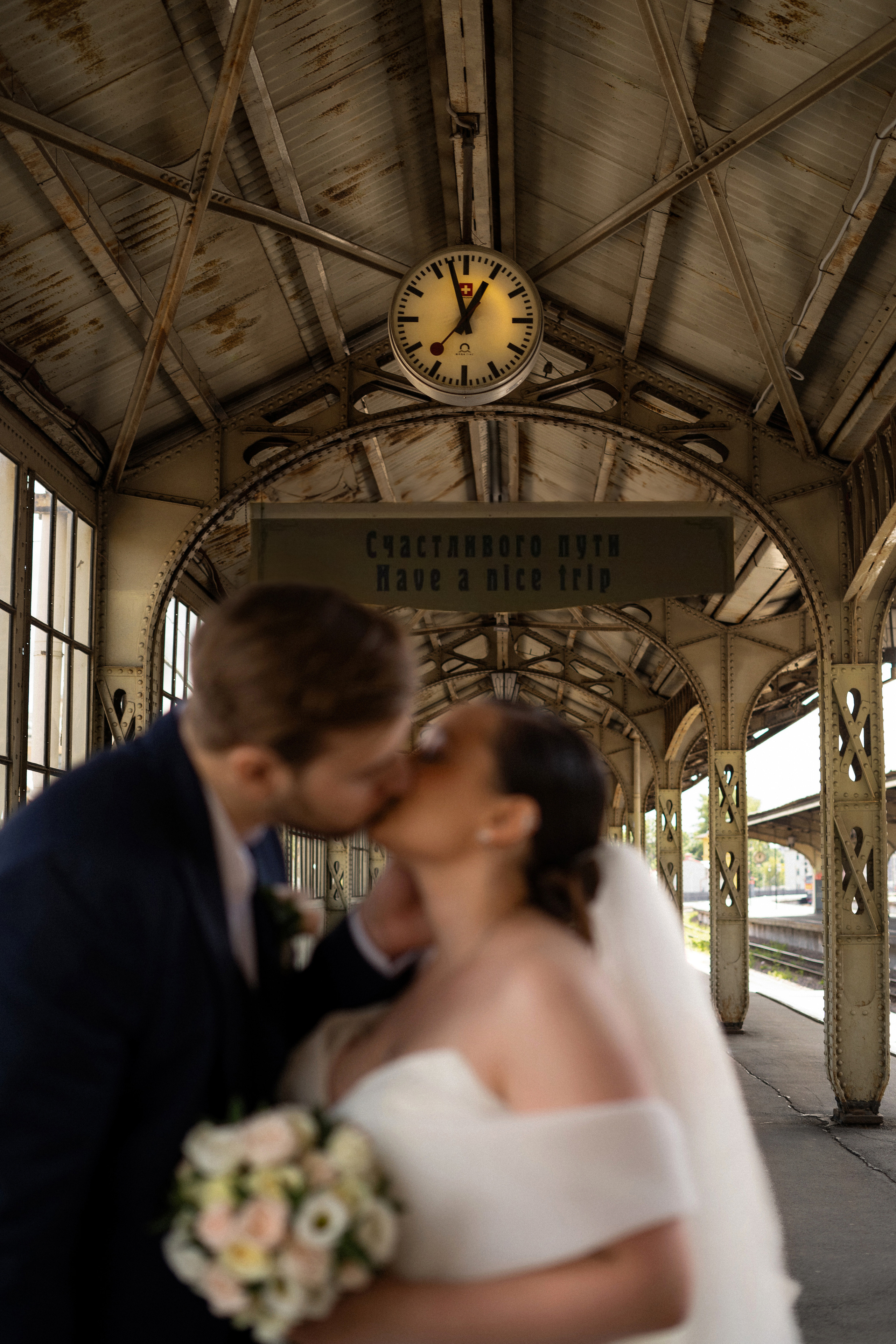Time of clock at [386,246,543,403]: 12:57
